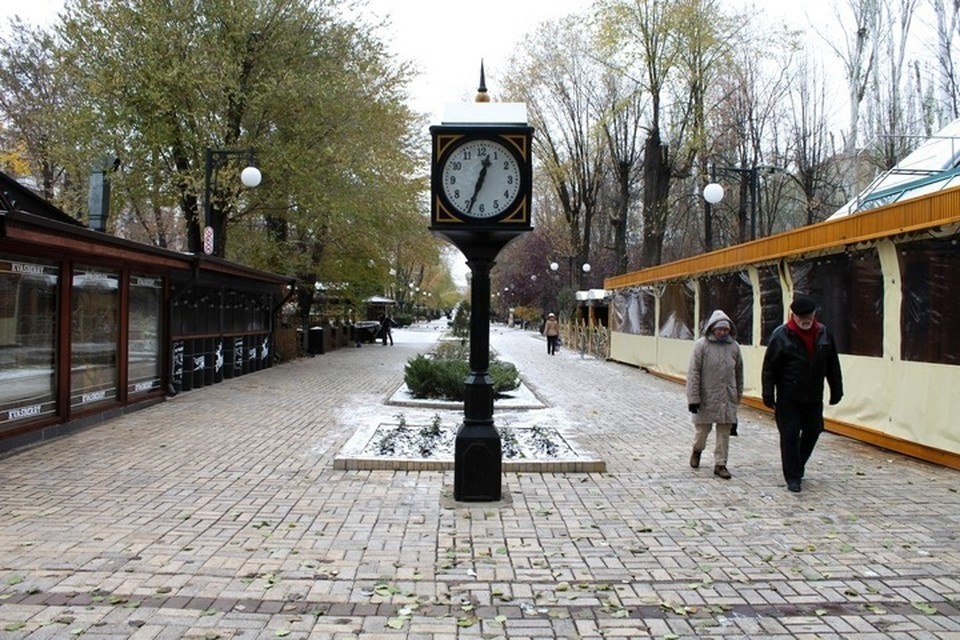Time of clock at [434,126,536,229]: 12:33
